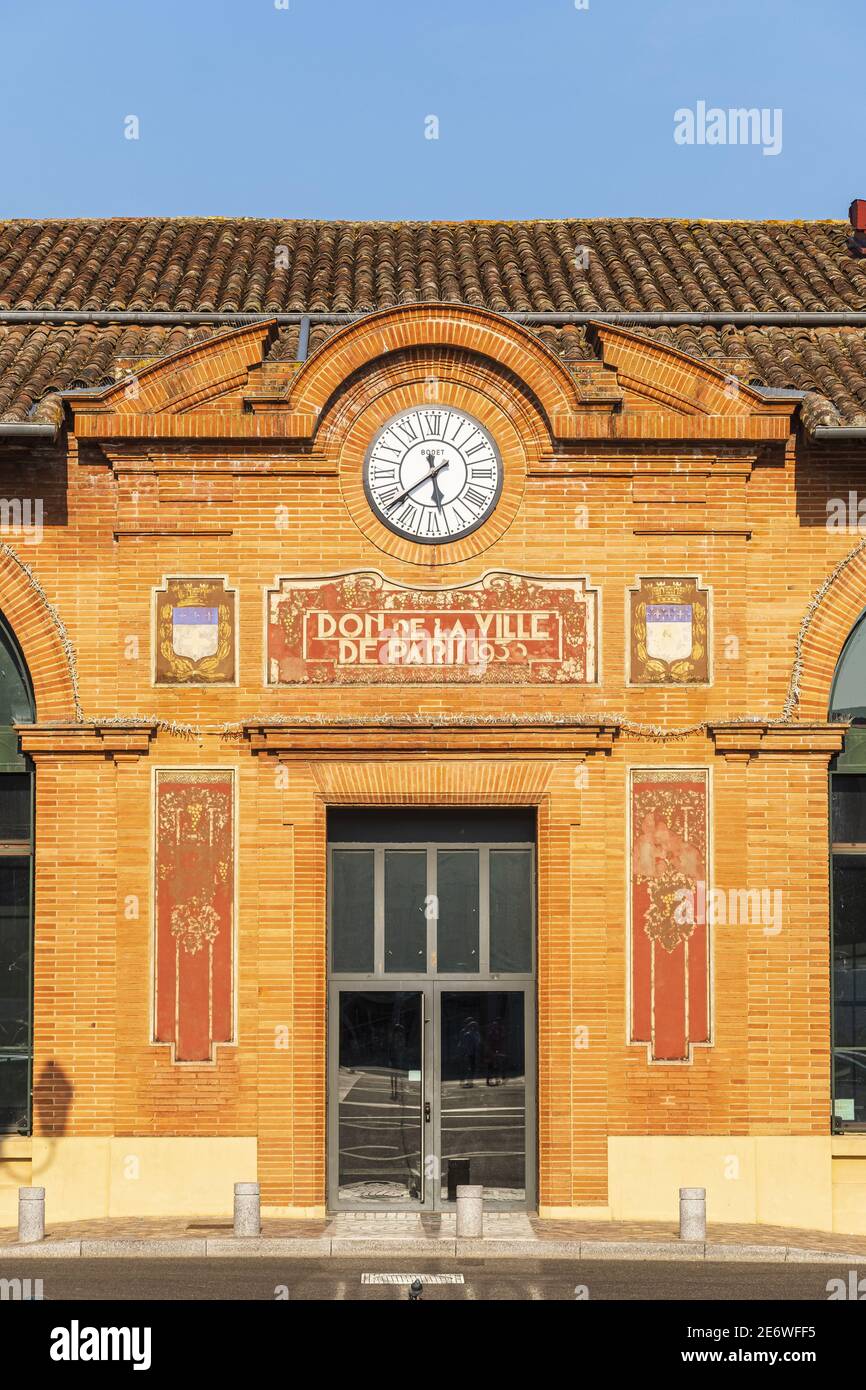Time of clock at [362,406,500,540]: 5:38
